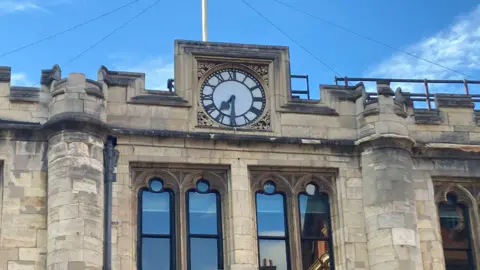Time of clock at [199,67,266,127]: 7:30
